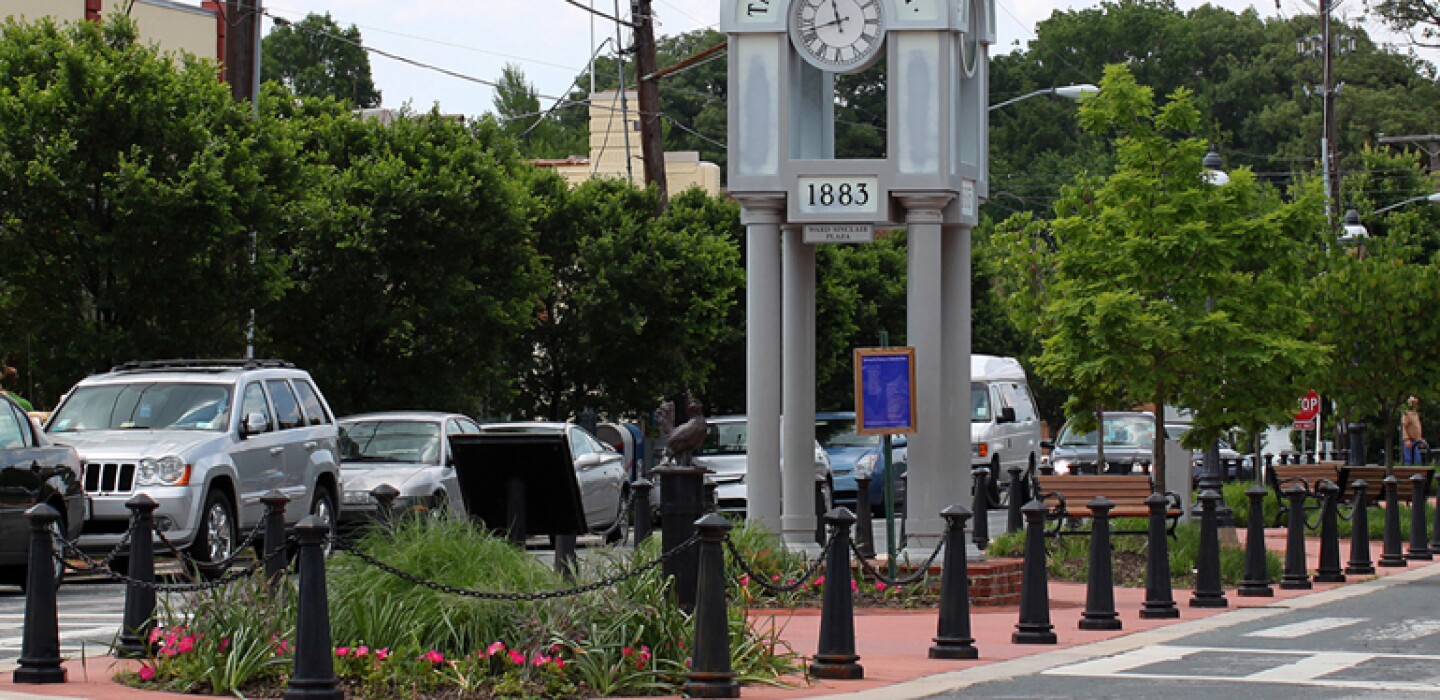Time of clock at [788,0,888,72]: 11:42
